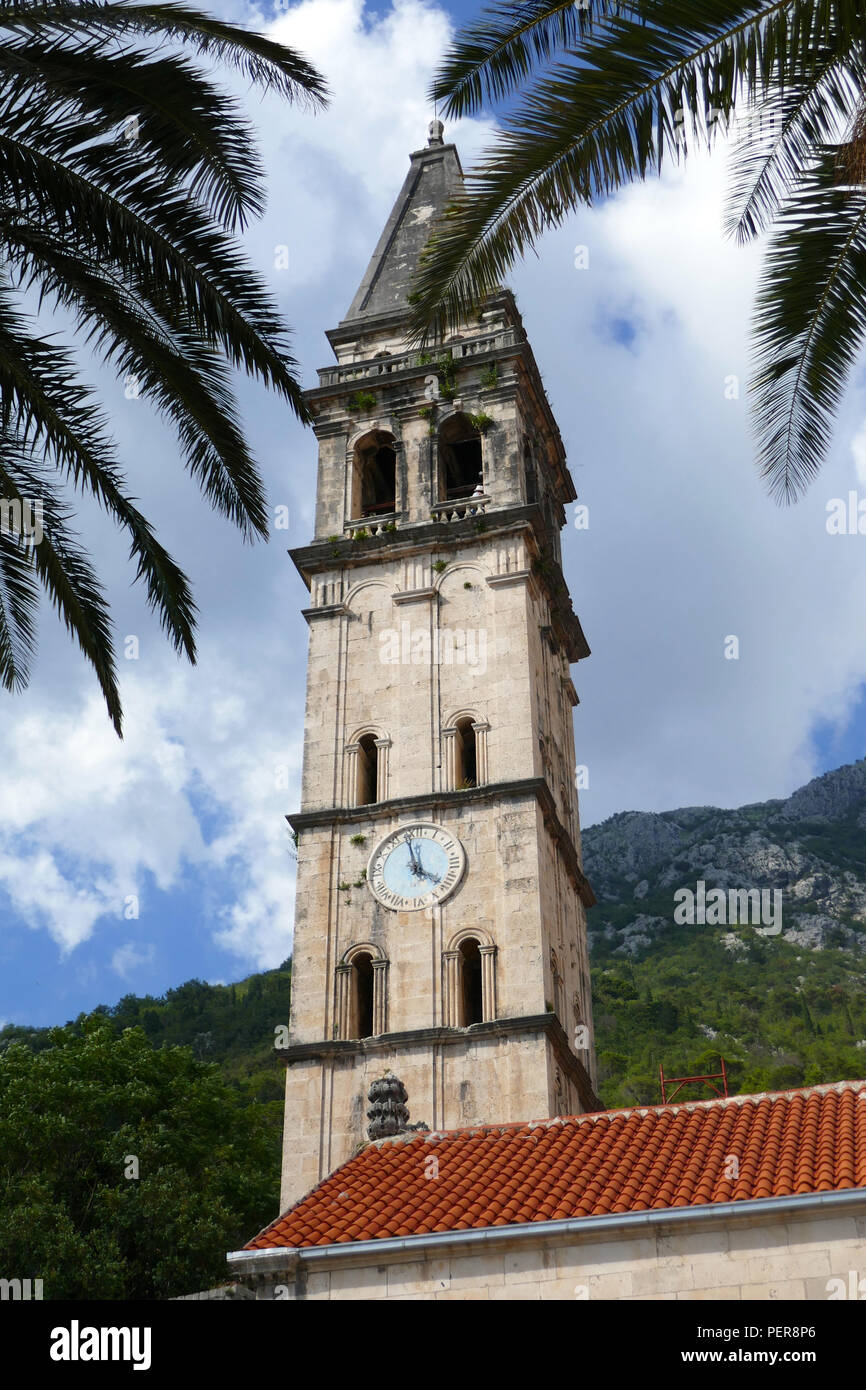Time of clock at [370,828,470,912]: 3:58
